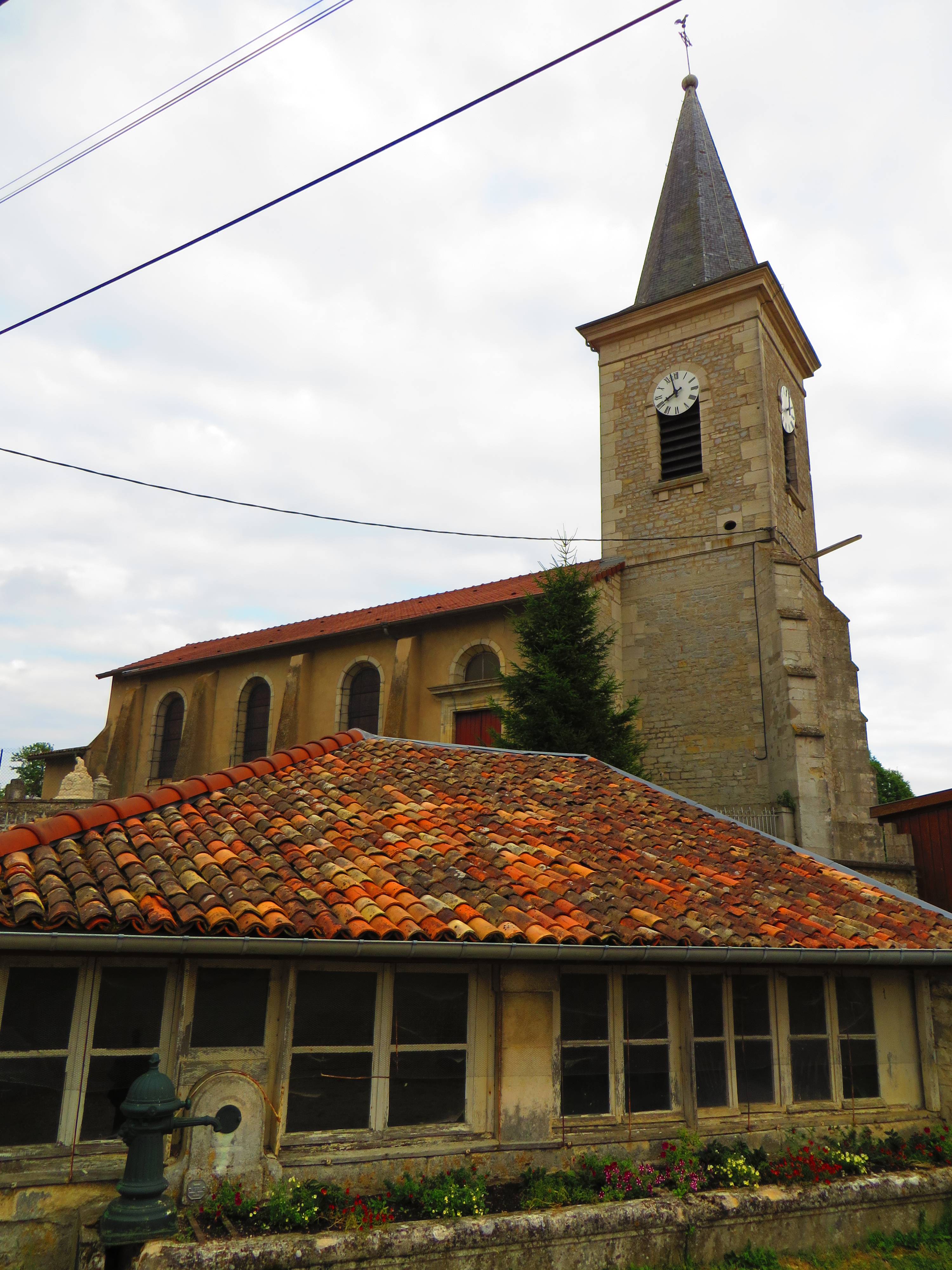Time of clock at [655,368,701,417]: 7:57
